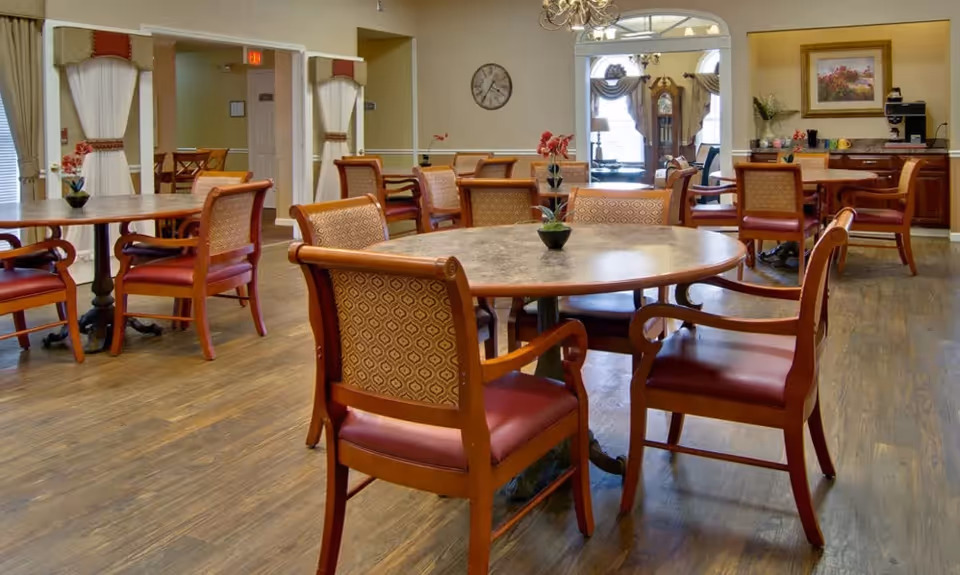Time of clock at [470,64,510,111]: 3:35
